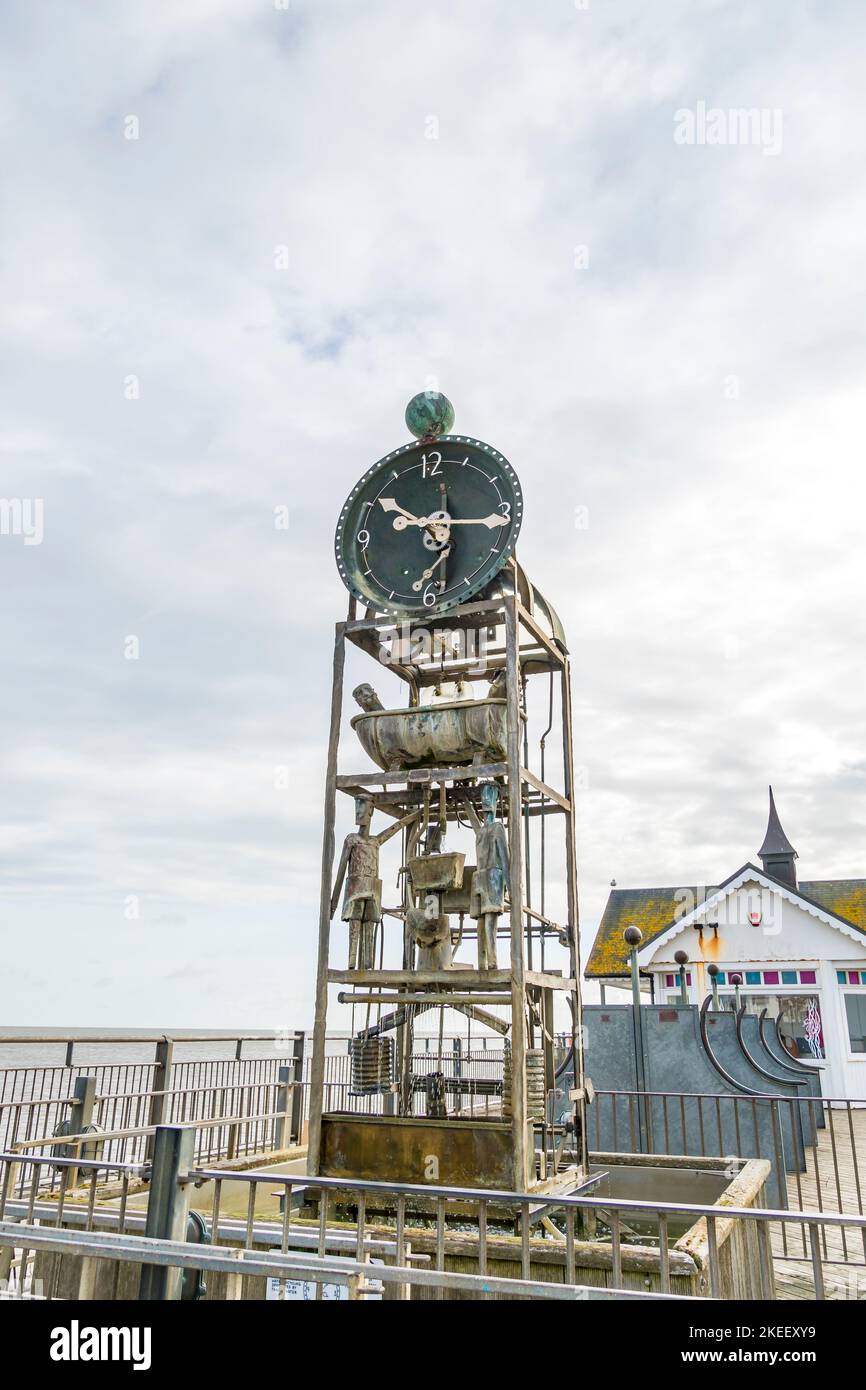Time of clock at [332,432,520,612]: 10:16
